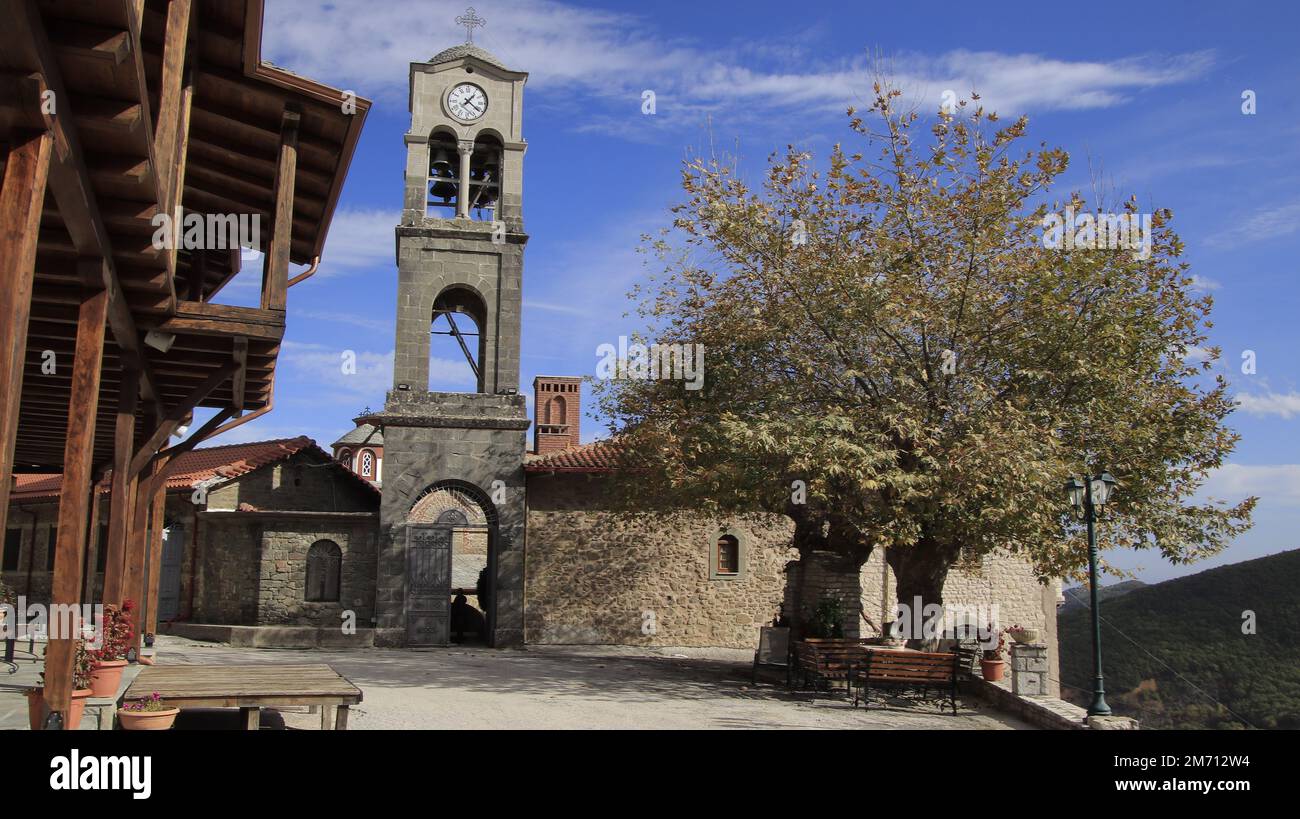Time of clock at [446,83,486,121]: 1:21
